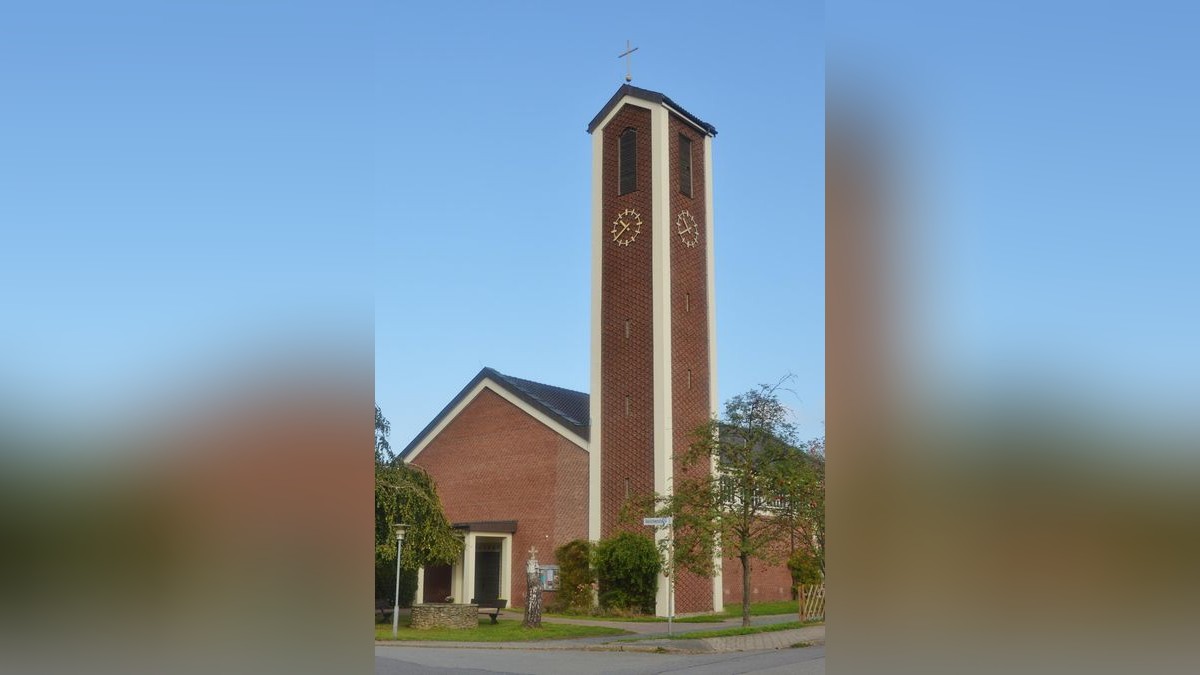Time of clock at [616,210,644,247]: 10:37
